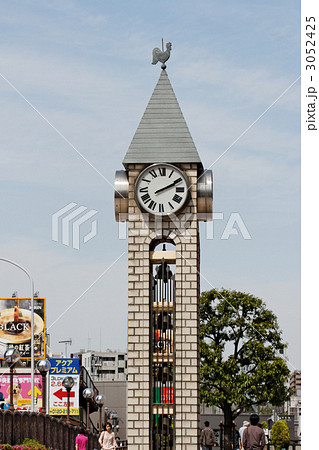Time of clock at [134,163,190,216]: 2:10
